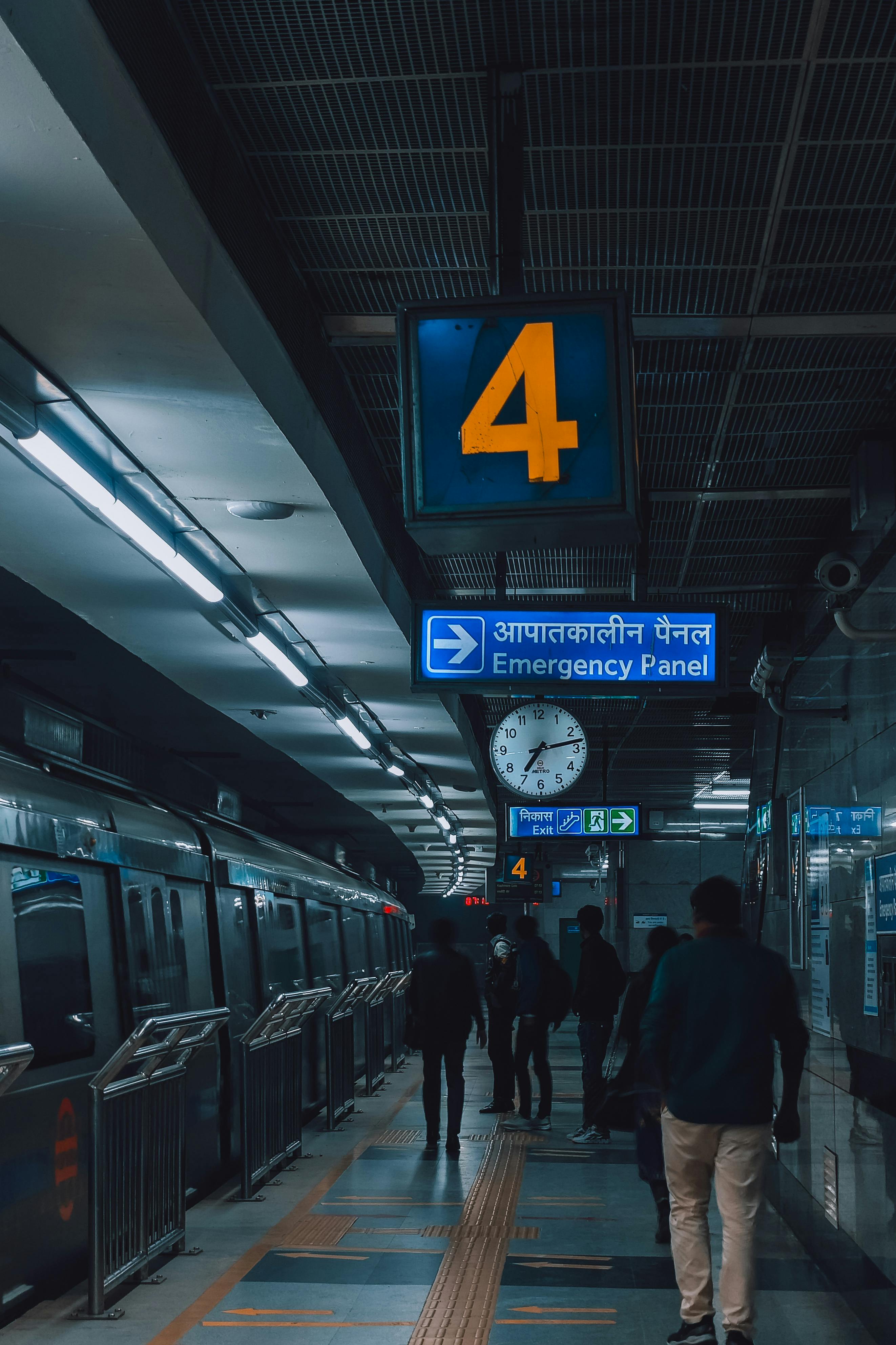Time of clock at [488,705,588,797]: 7:13
